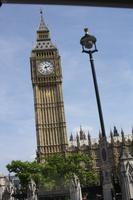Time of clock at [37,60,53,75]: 2:27
